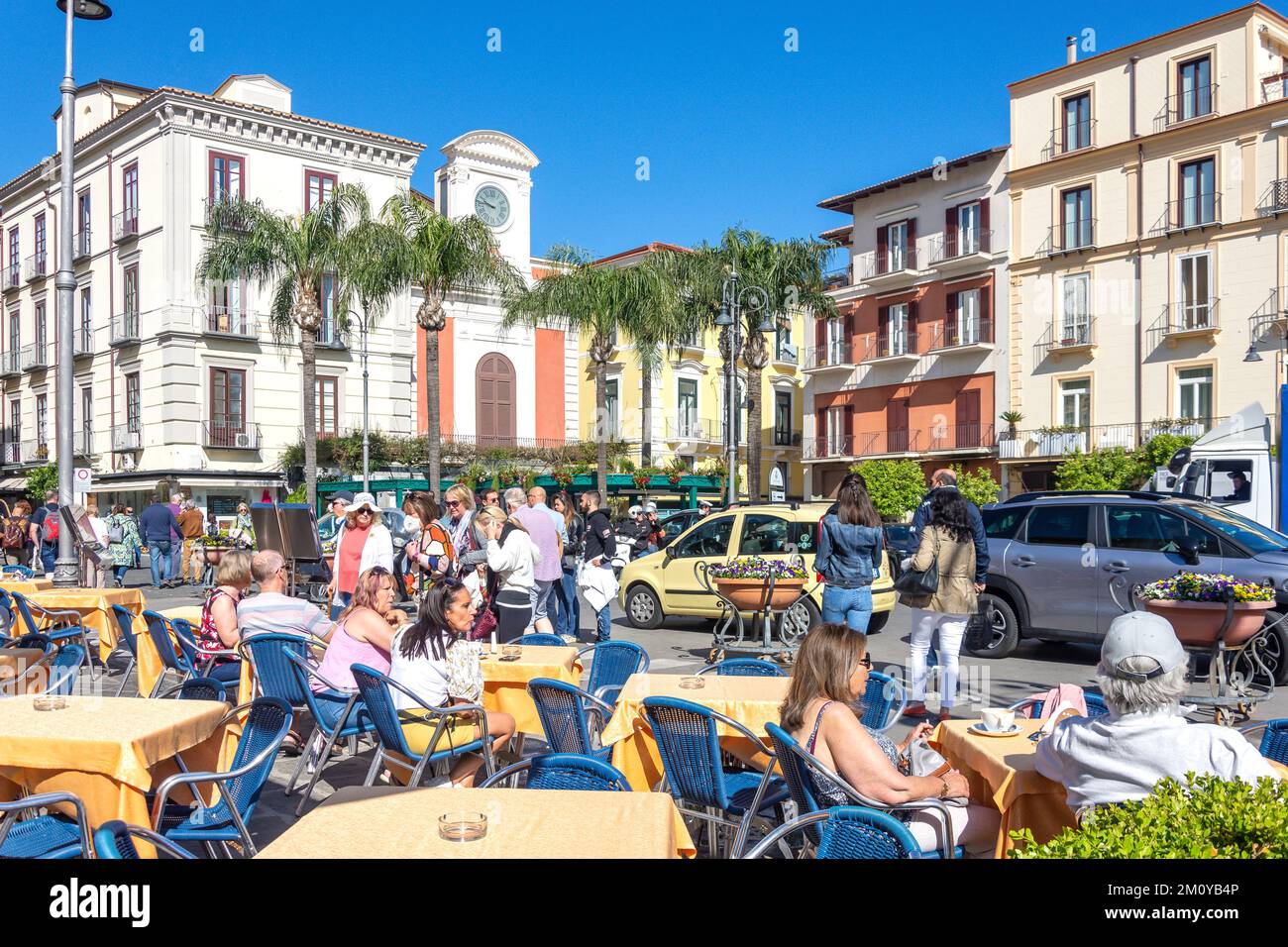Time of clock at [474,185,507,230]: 9:45
